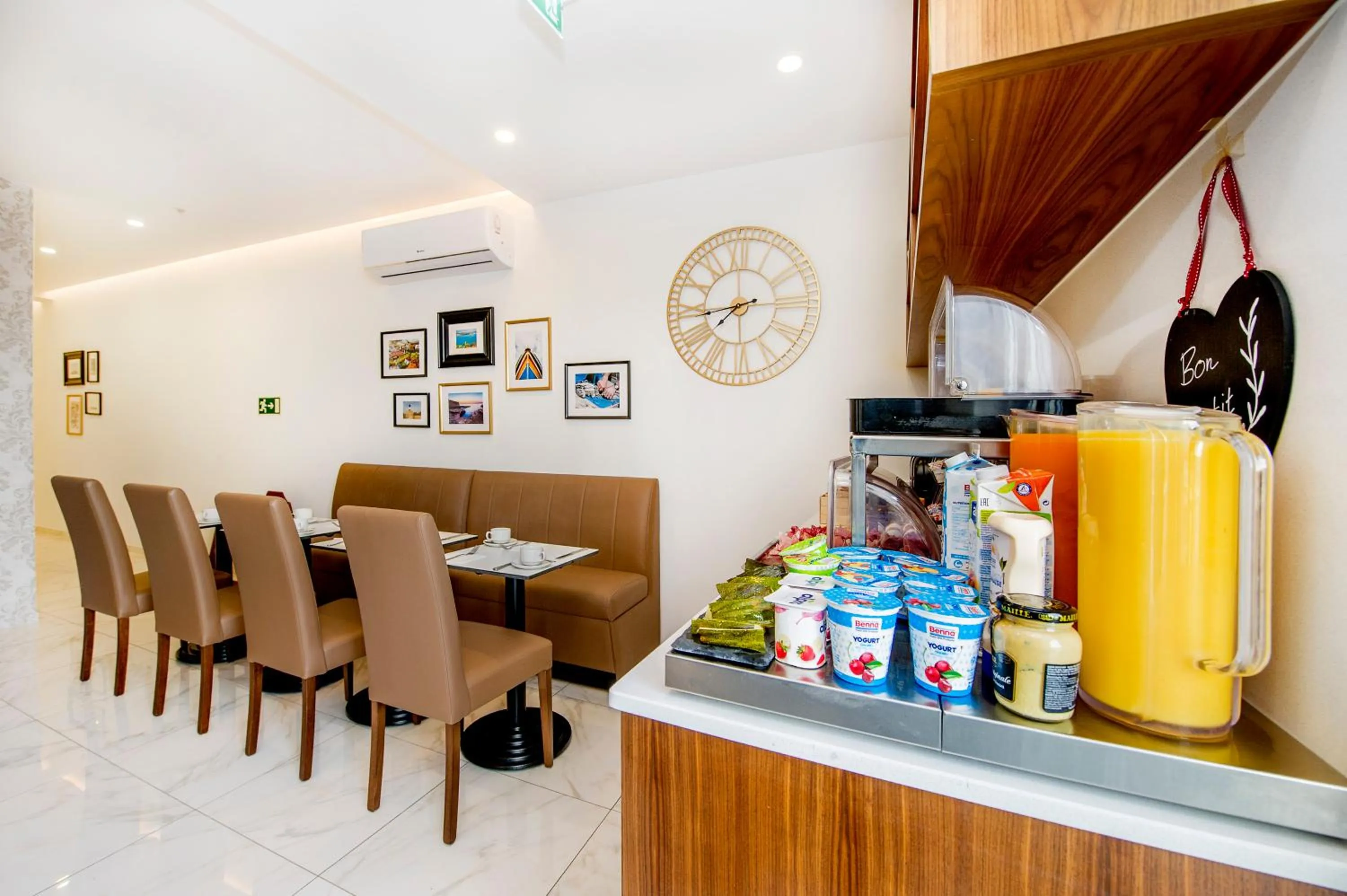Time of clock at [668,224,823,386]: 7:44
